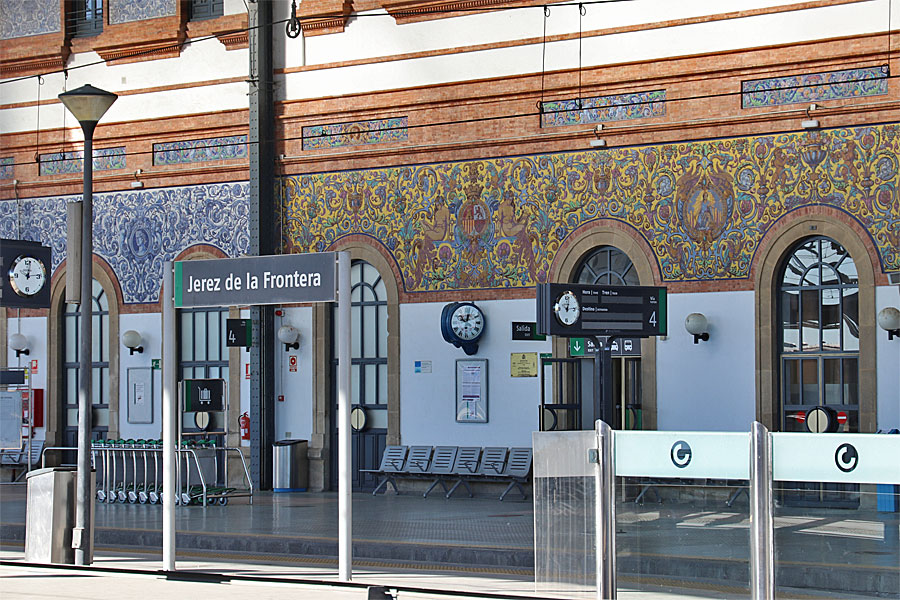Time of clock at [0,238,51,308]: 12:14
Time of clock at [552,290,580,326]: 12:14
